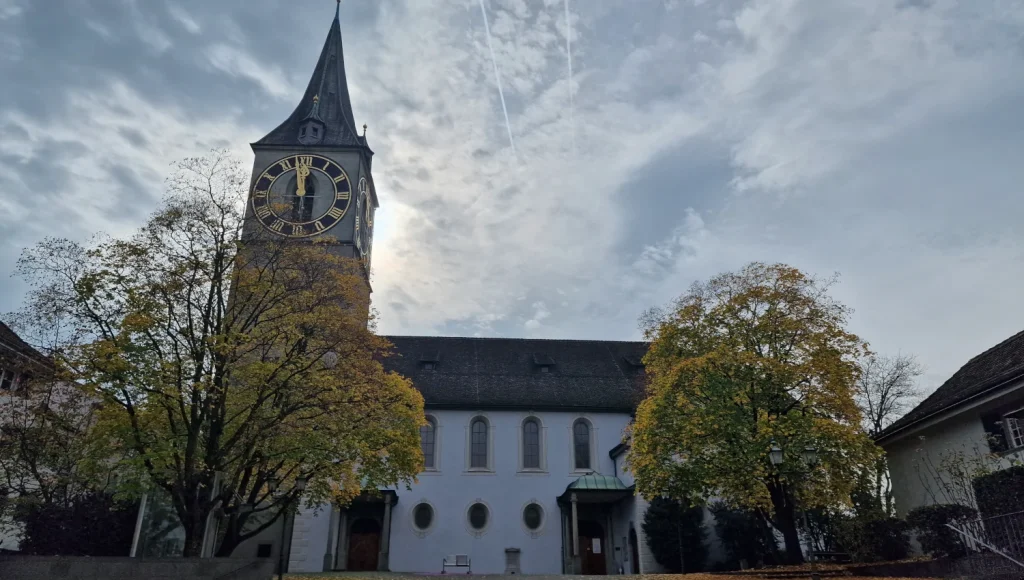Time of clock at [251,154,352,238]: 11:58
